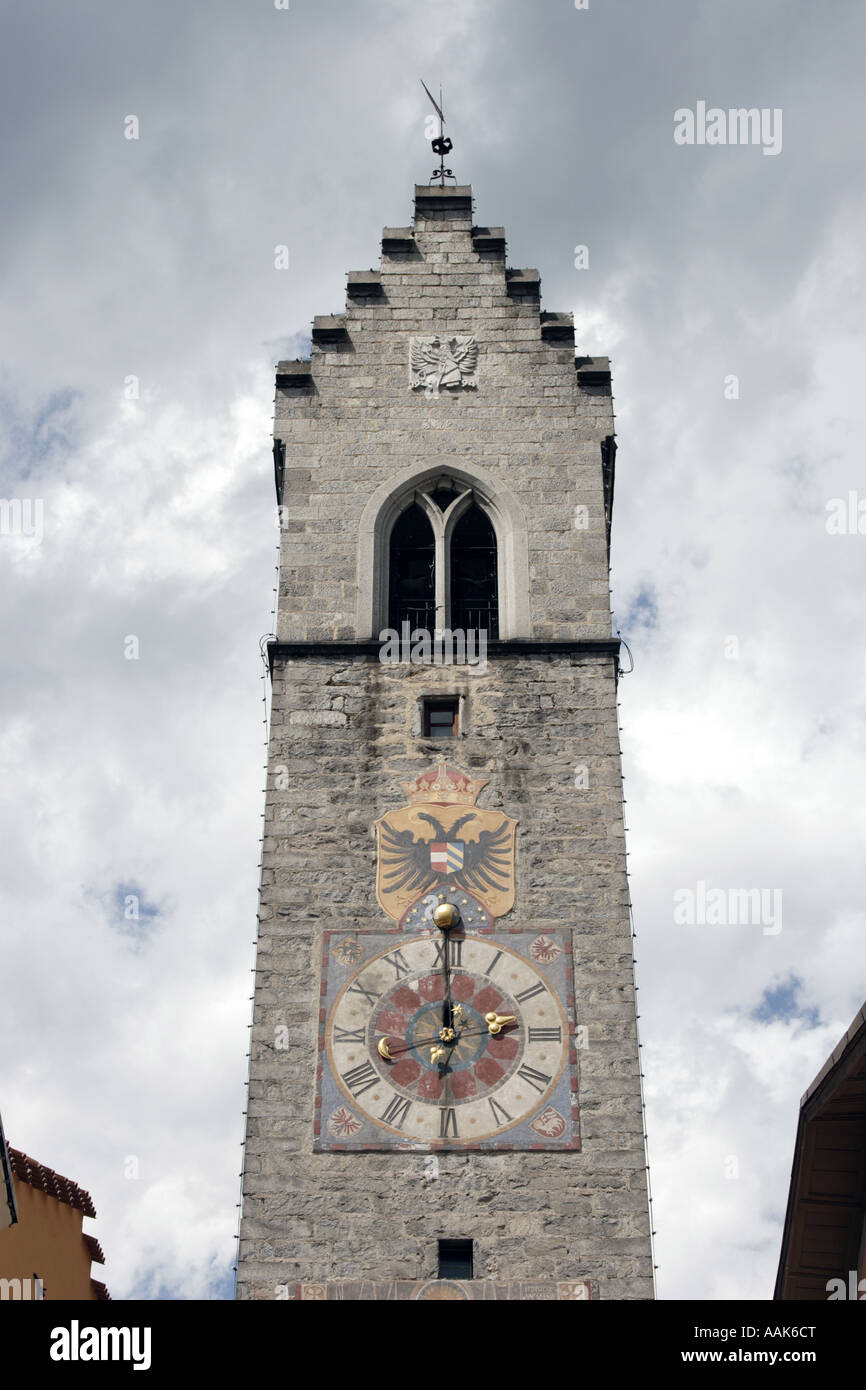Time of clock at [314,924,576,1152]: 12:00
